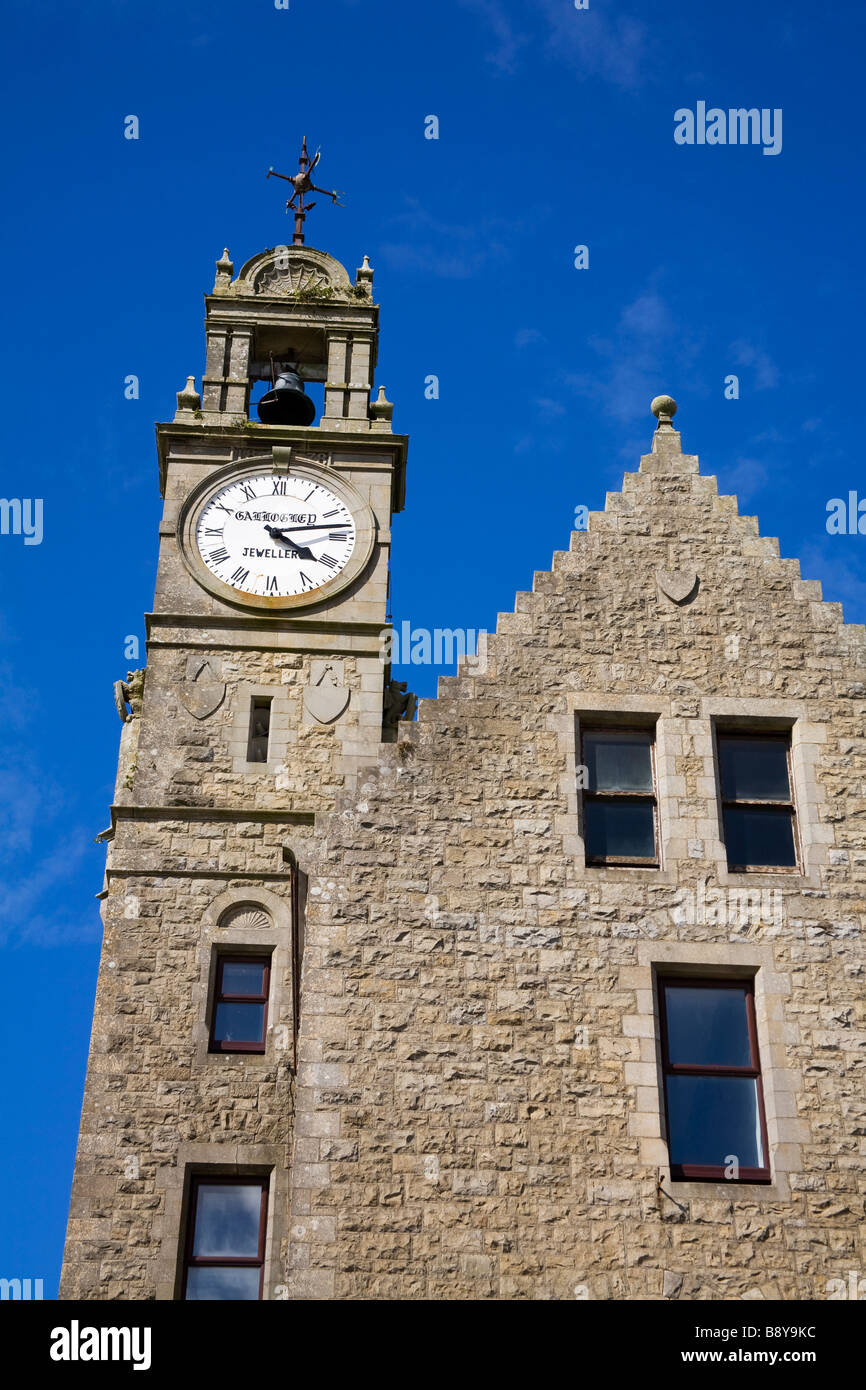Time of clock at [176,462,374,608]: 4:12
